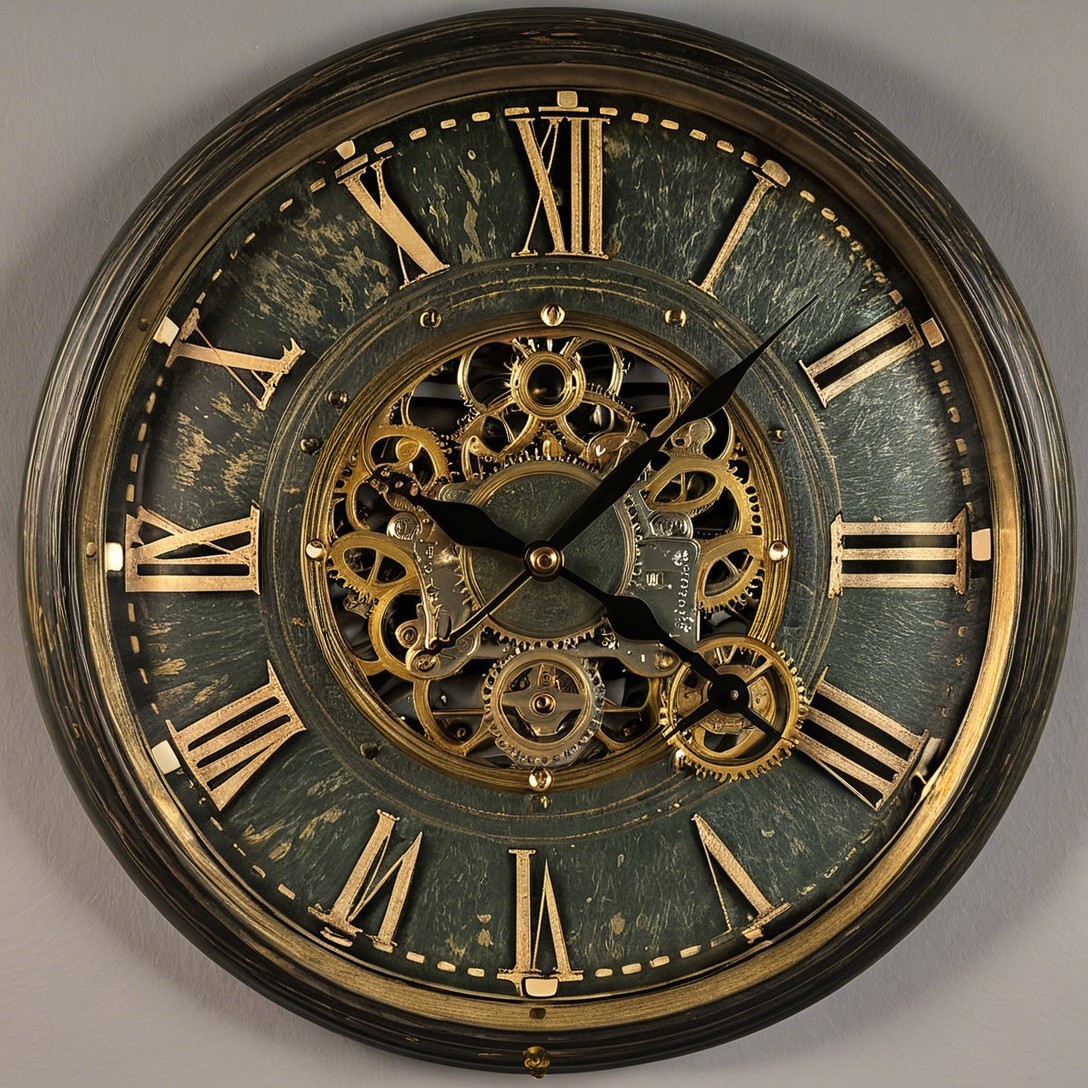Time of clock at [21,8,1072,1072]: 4:08
